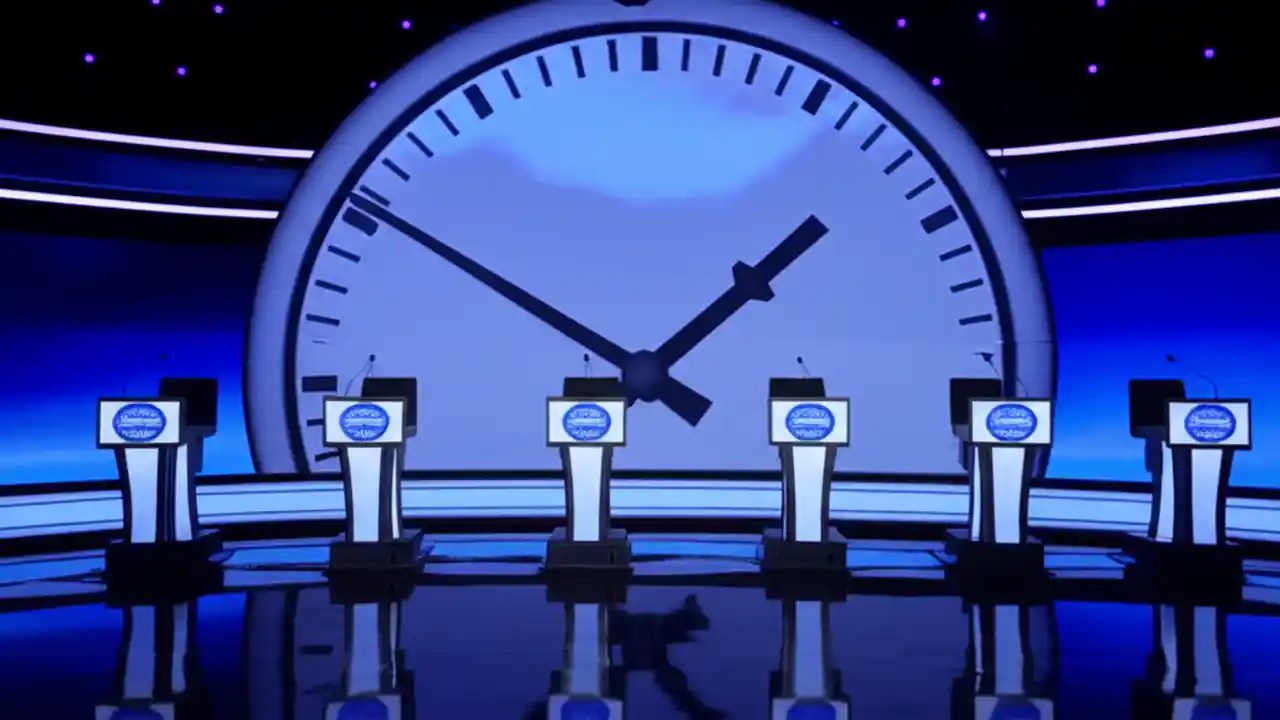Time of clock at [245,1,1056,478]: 1:50
